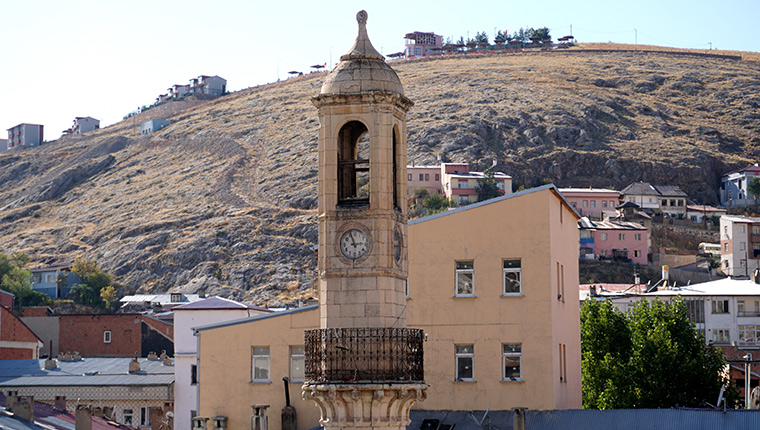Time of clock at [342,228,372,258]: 2:56
